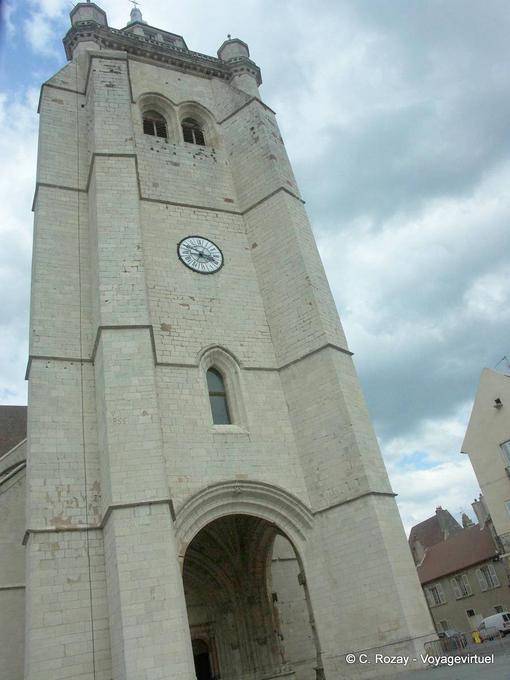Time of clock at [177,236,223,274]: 3:48
